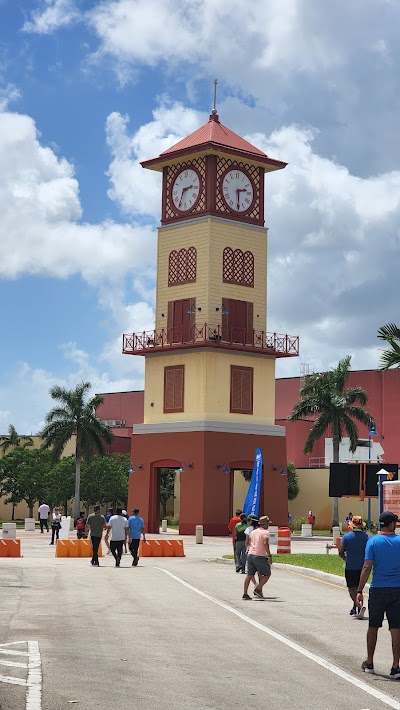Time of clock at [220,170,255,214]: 2:29
